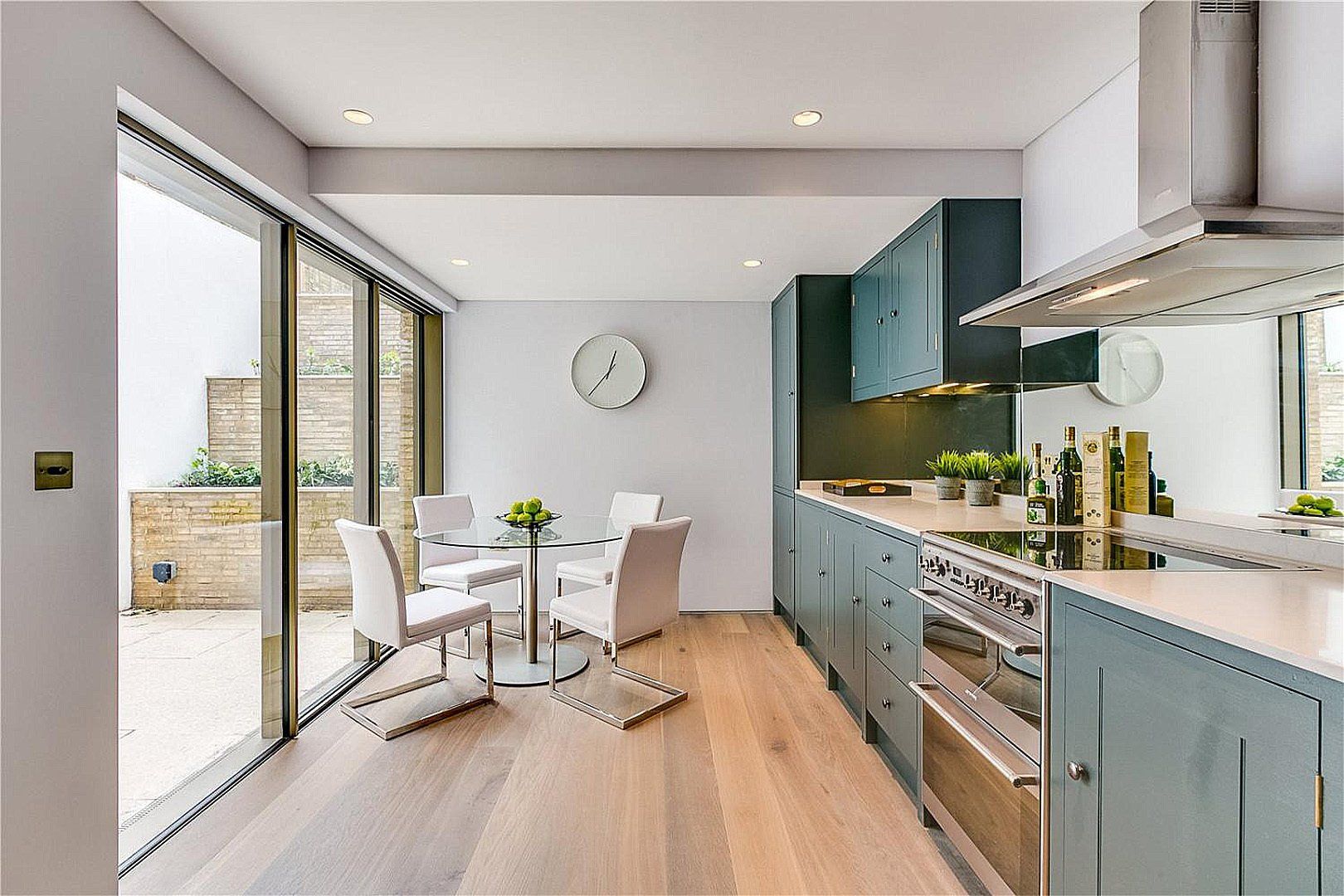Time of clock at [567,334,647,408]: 12:36
